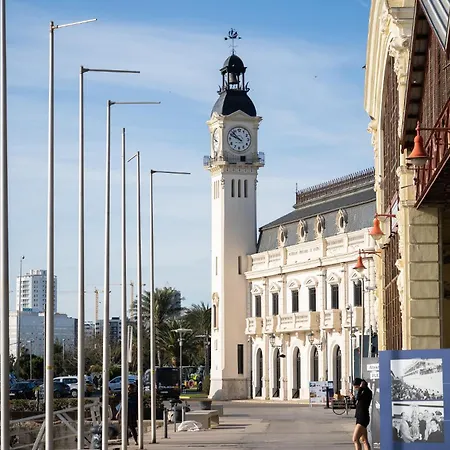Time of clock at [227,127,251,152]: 9:52
